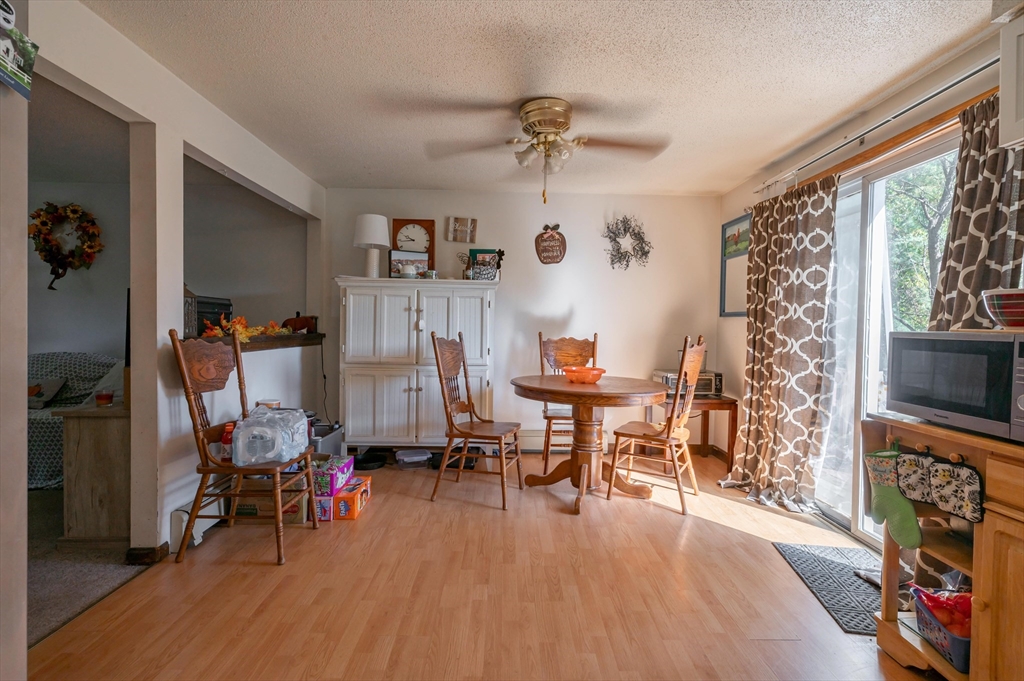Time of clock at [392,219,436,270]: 9:43
